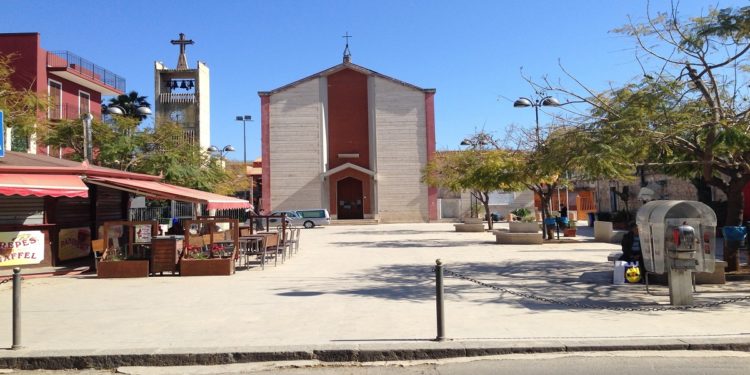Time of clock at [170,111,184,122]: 2:29
